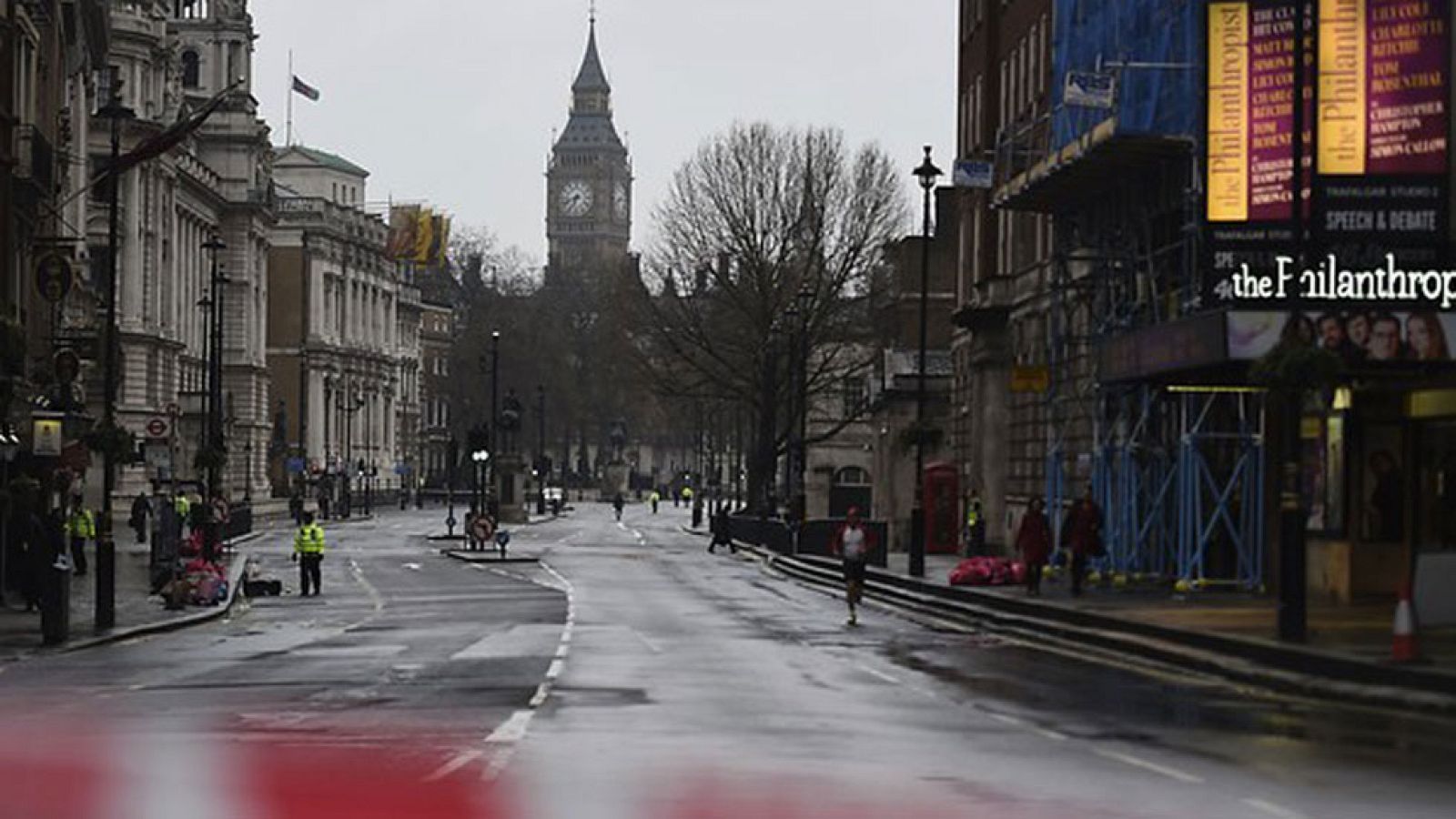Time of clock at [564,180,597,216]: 6:41
